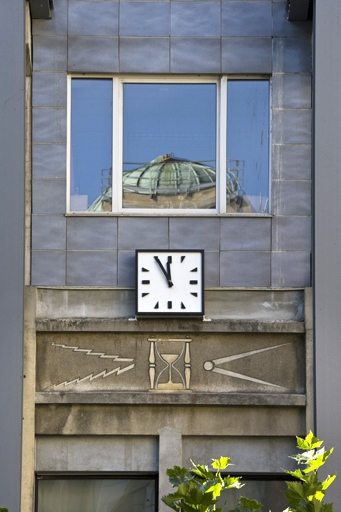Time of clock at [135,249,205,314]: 11:55
